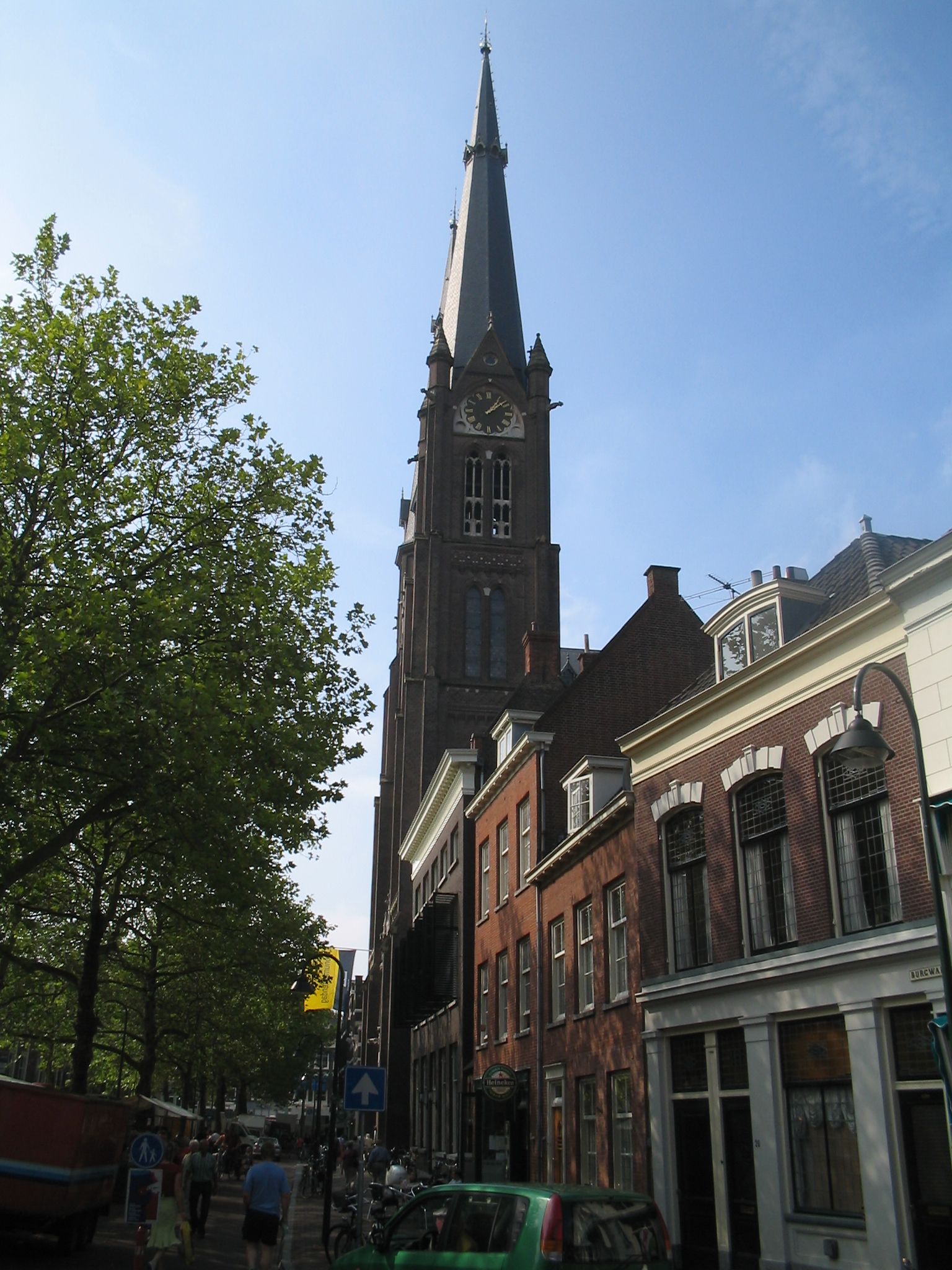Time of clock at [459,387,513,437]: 1:08
